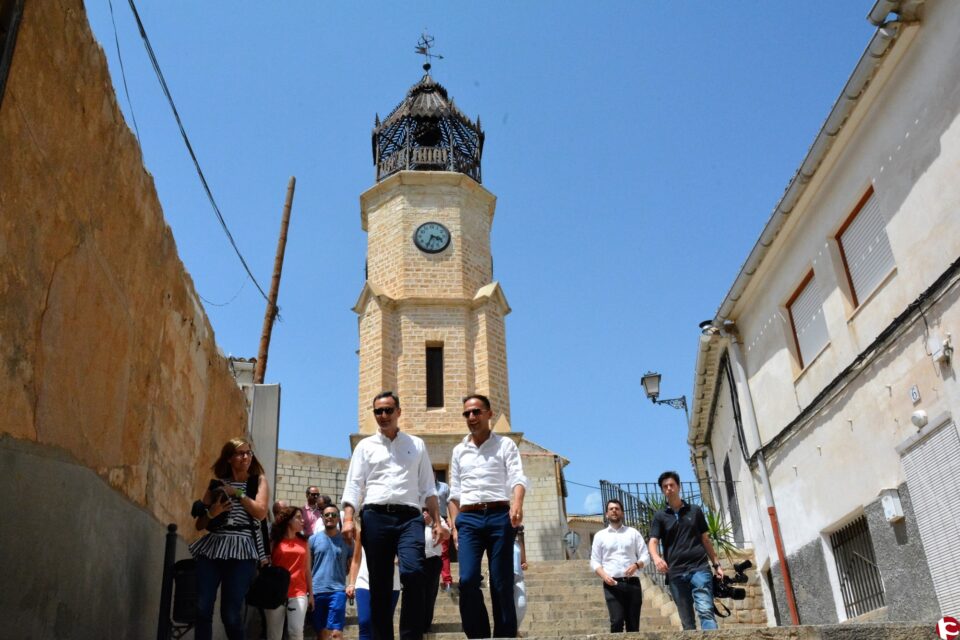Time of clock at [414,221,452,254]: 3:33
